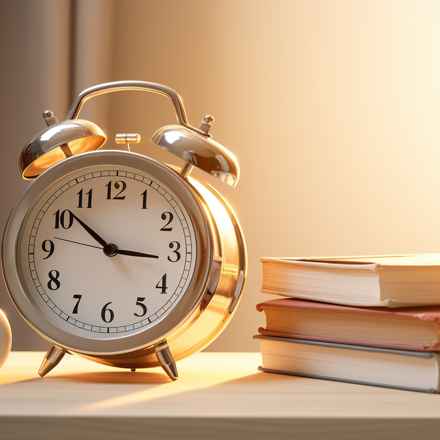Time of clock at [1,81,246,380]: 10:15
